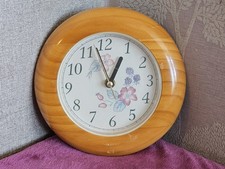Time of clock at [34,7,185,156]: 12:57
